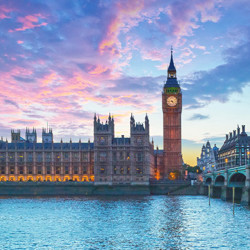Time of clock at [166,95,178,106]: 4:44
